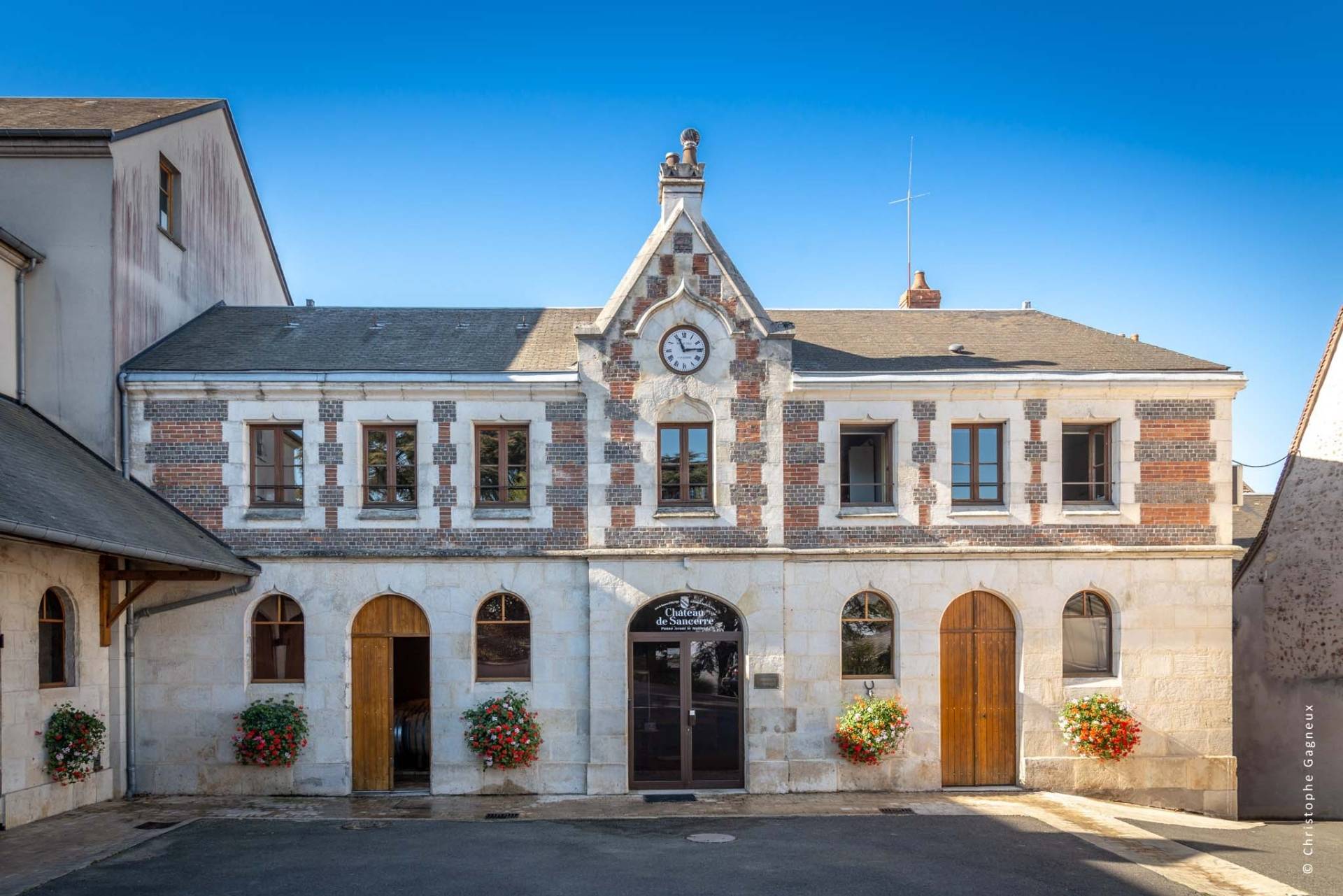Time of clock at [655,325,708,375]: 11:14
